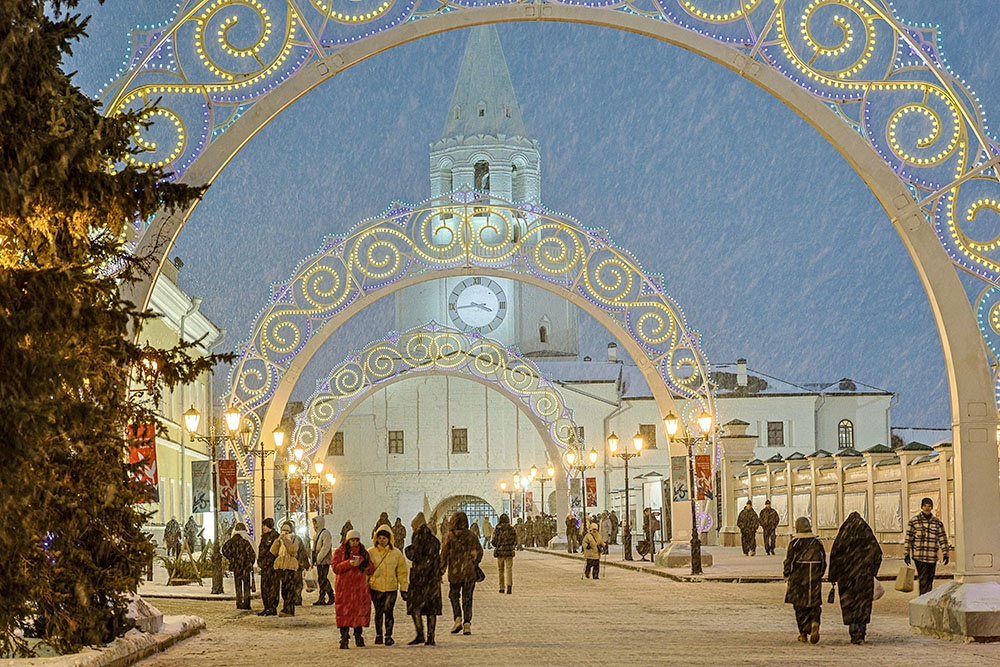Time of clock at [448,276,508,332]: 3:43
